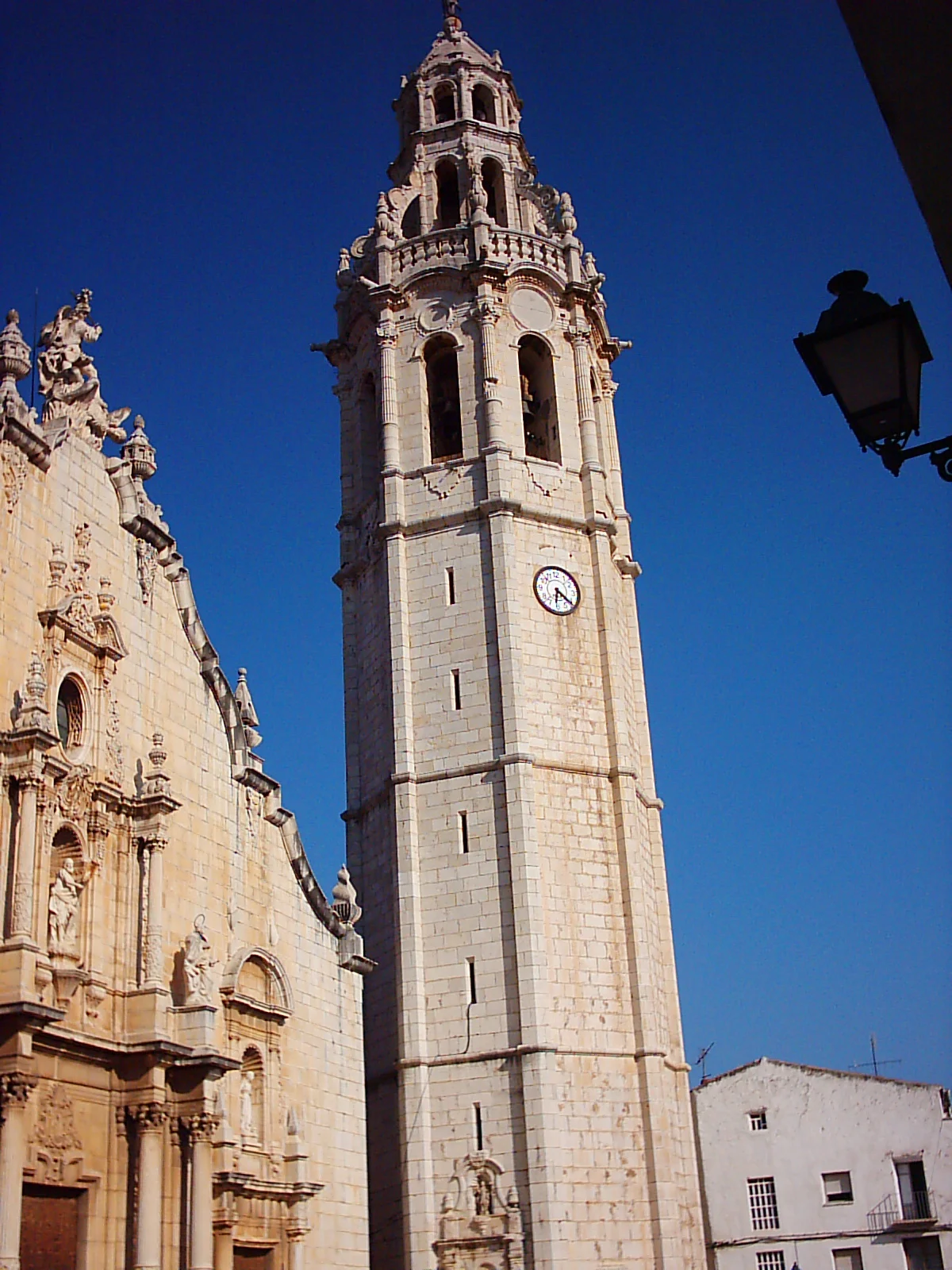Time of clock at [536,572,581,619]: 6:21
